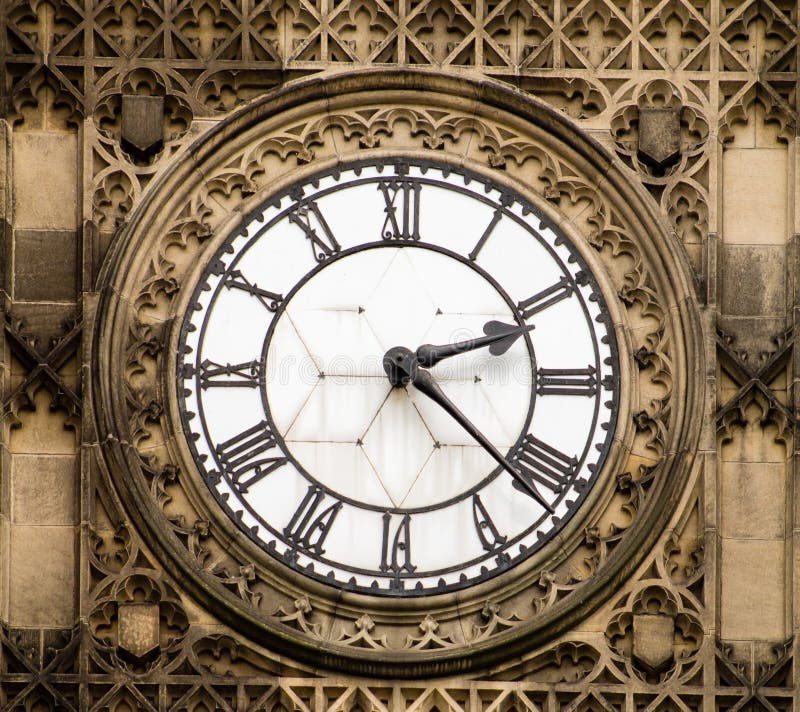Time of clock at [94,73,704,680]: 2:21
